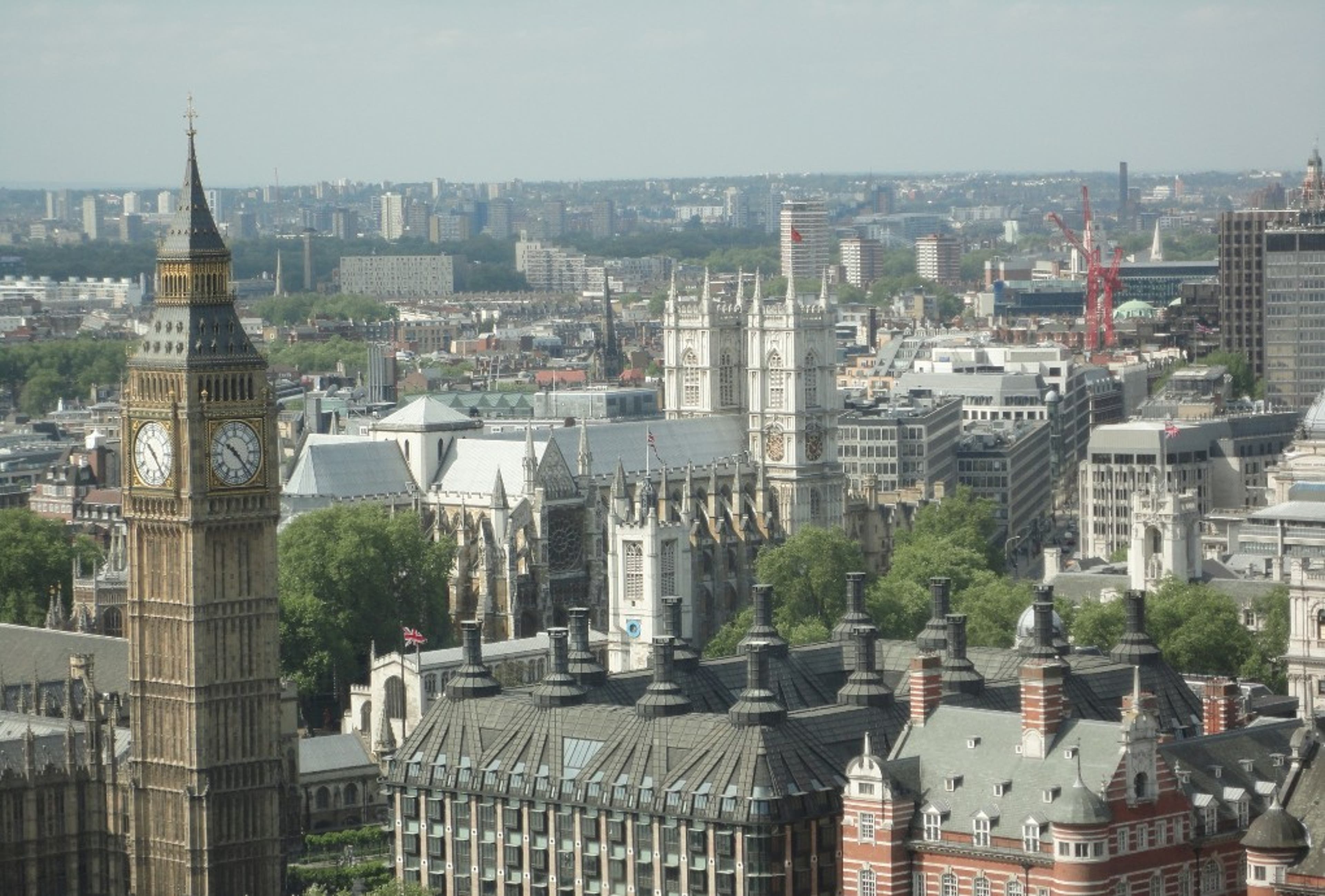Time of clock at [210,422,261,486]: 10:23
